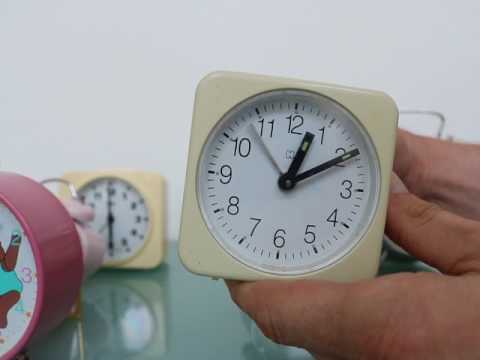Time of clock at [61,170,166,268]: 5:59
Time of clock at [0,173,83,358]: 5:59
